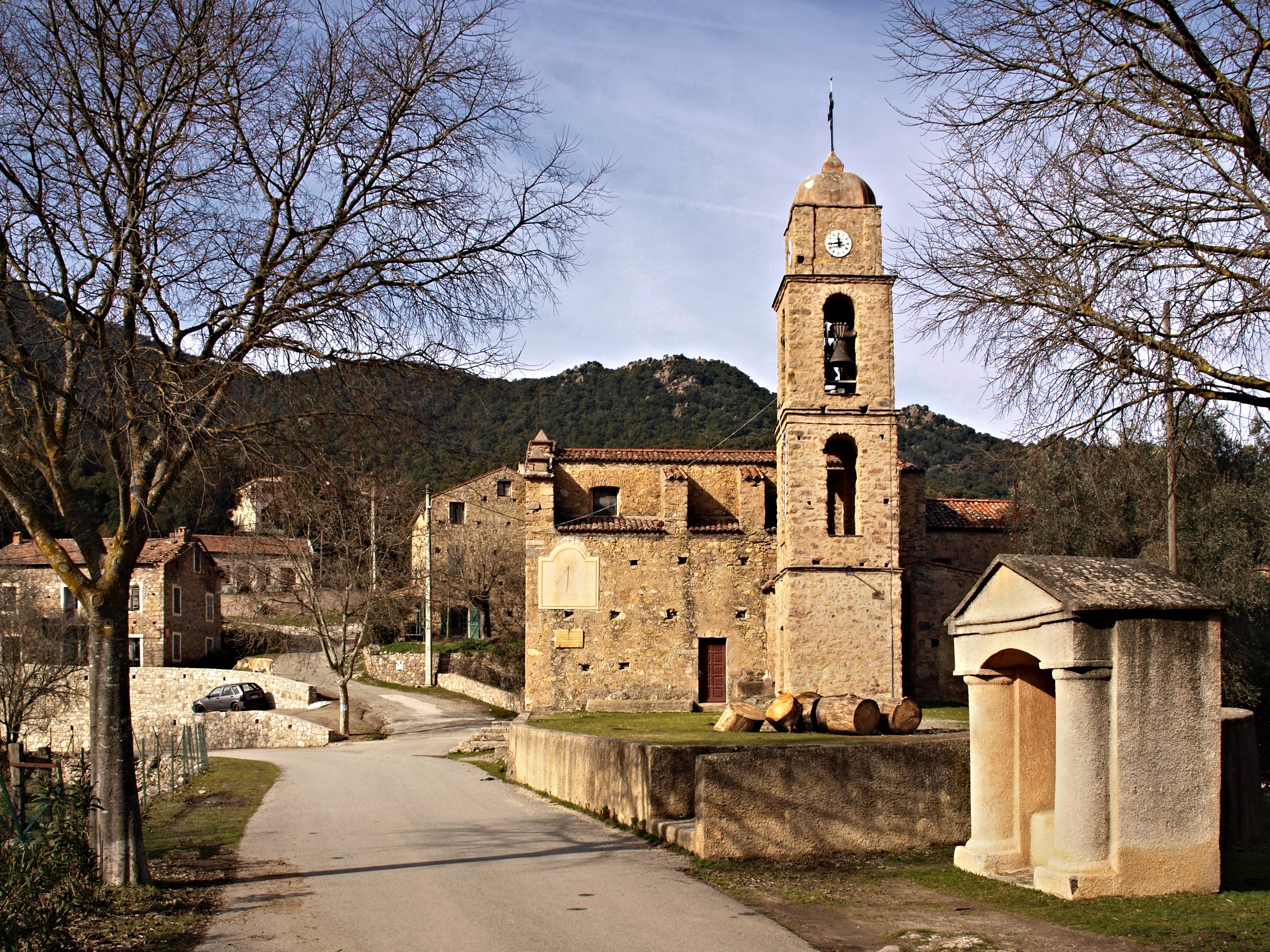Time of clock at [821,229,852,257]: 11:43
